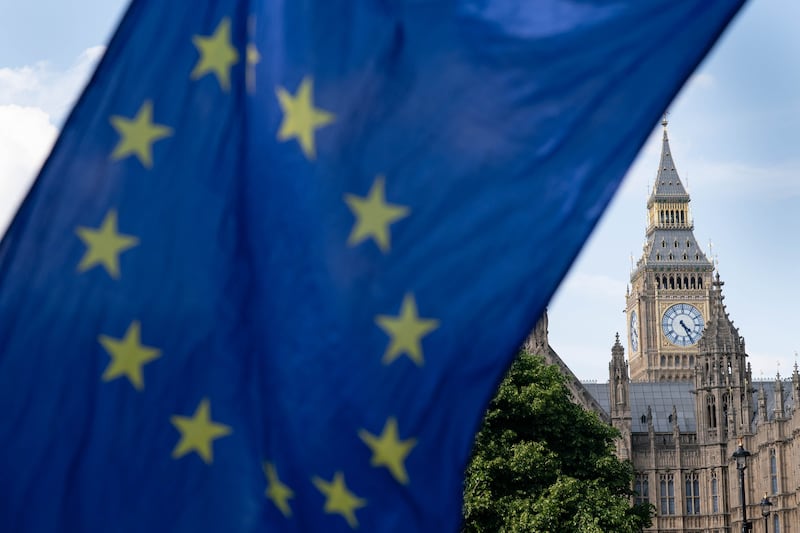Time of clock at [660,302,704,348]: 4:25
